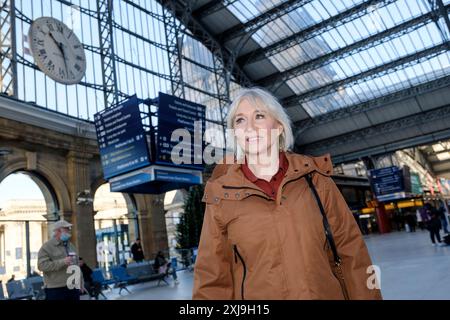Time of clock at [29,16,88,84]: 10:28
